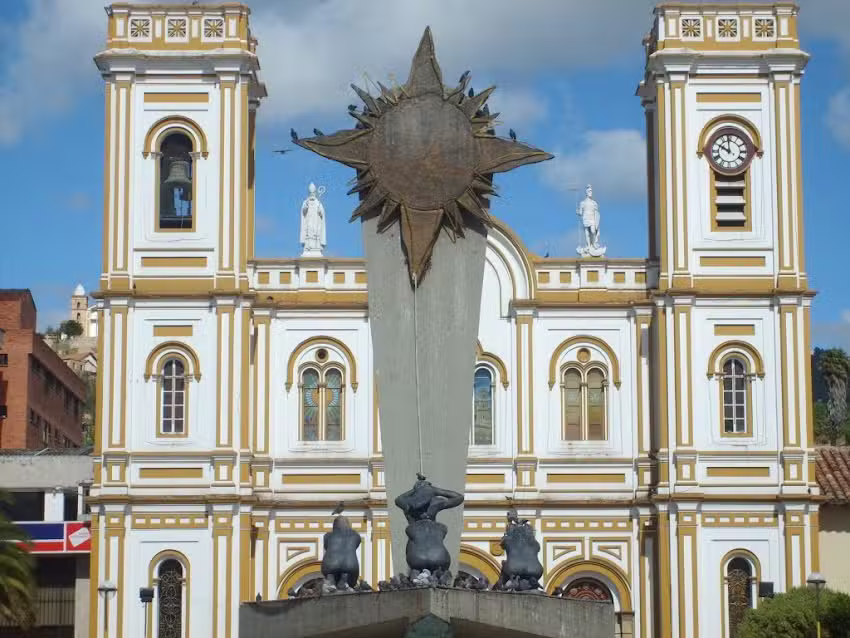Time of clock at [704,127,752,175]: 9:58
